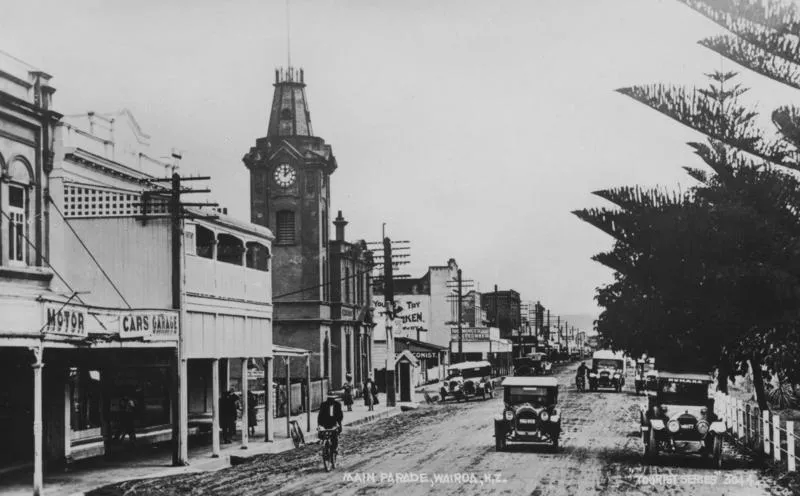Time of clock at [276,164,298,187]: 12:07
